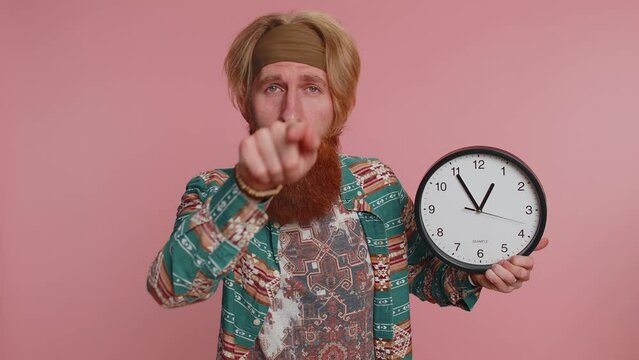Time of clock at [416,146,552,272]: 12:54
